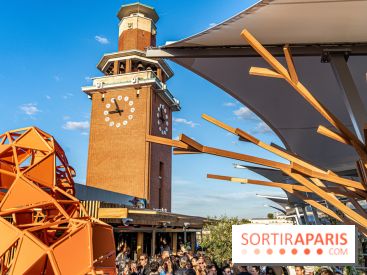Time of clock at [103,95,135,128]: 8:56
